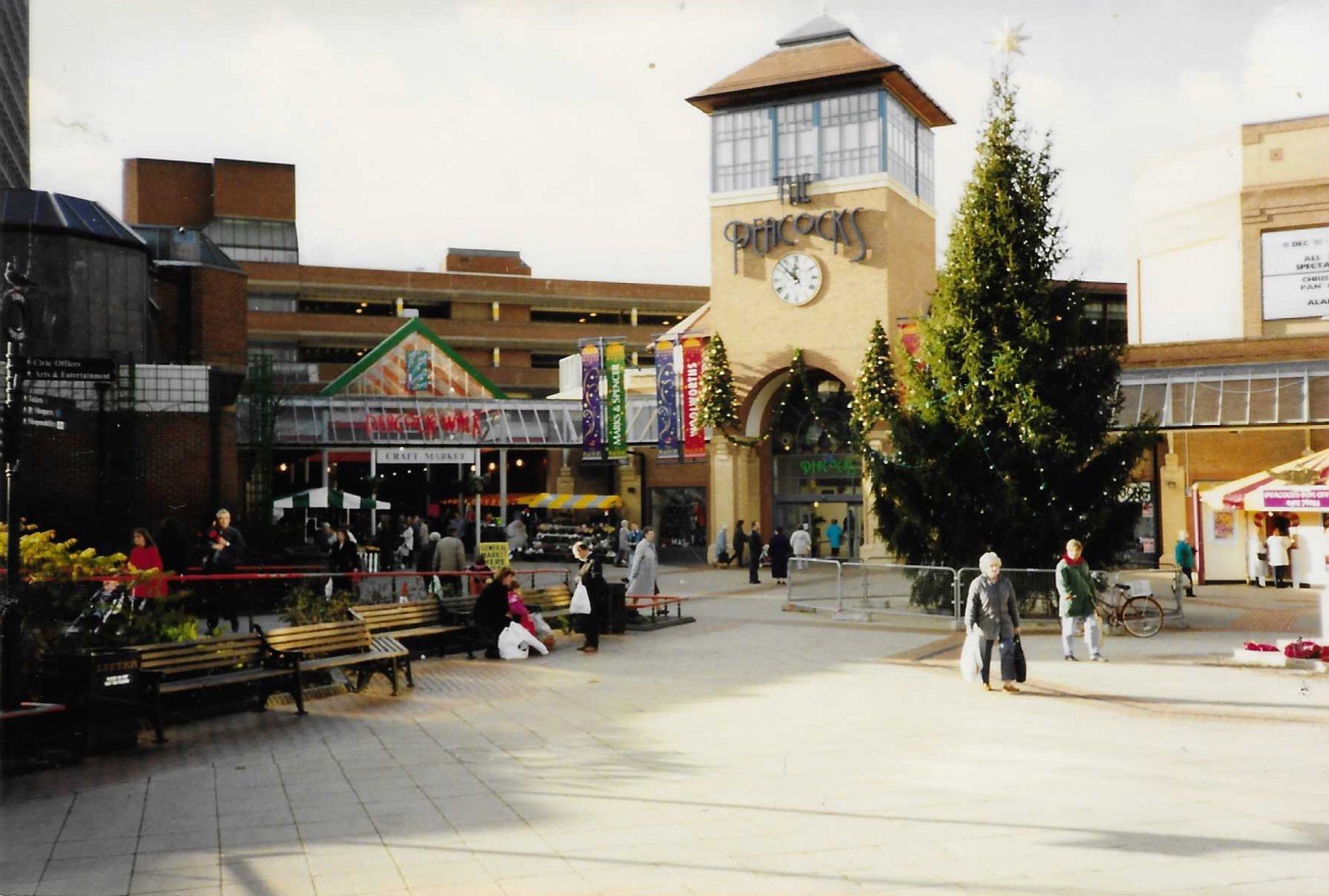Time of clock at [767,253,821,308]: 11:52
